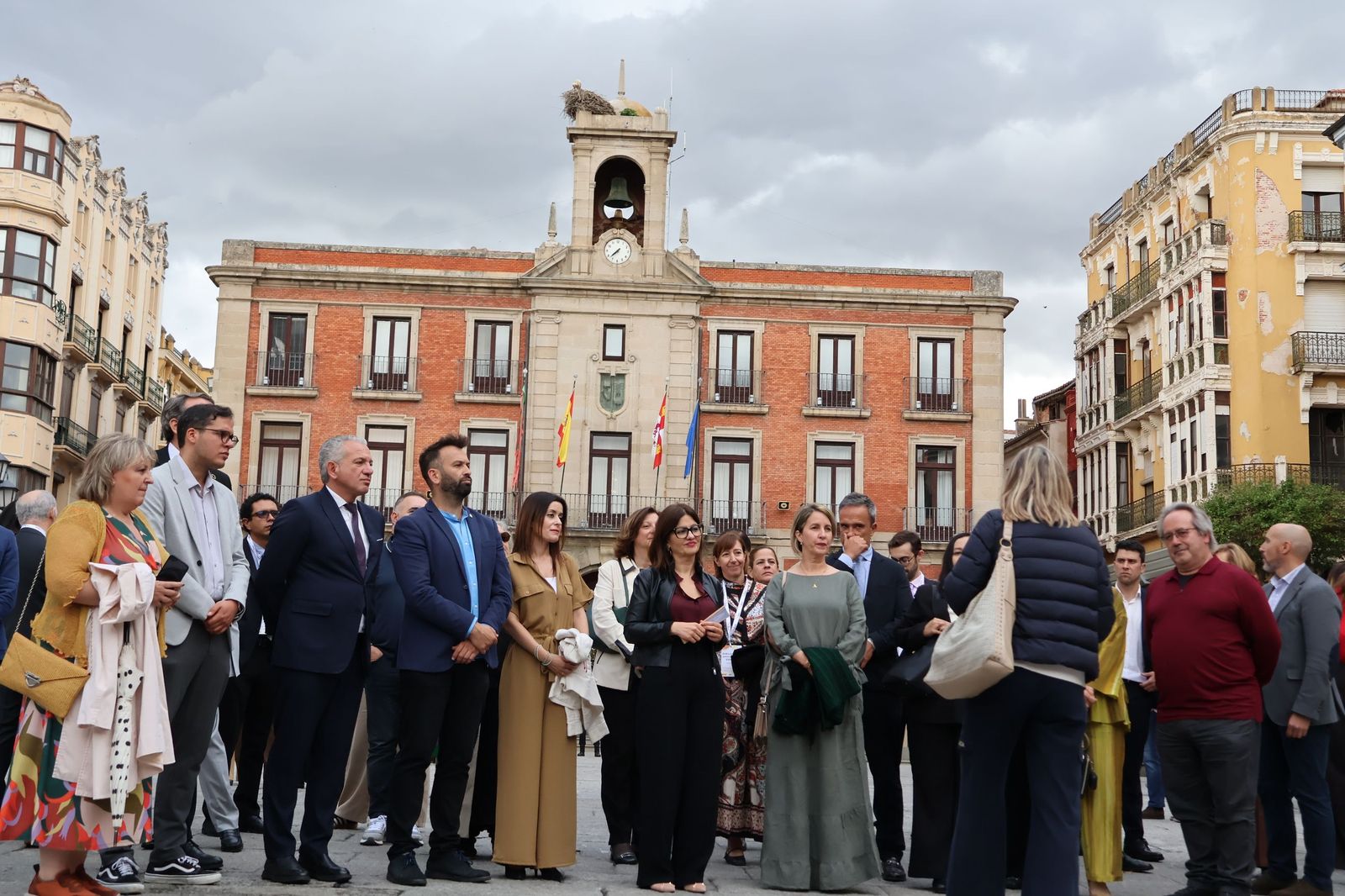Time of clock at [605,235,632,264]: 7:37
